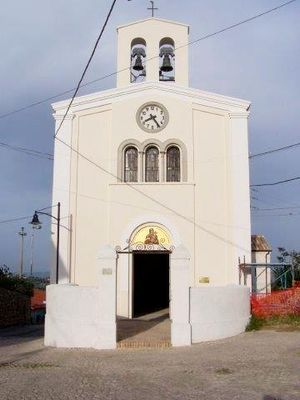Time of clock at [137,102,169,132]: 8:24
